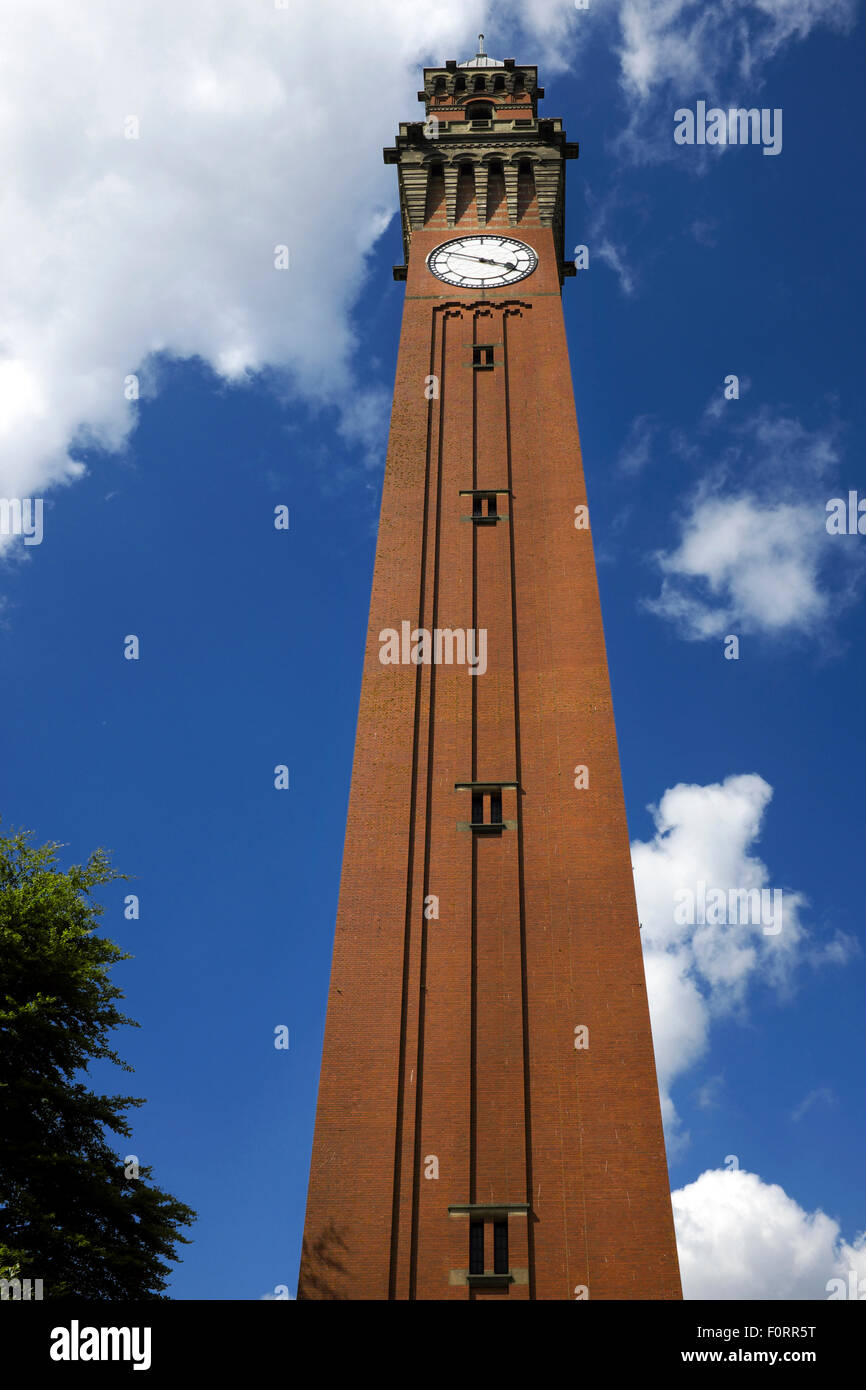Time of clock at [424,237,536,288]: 3:48
